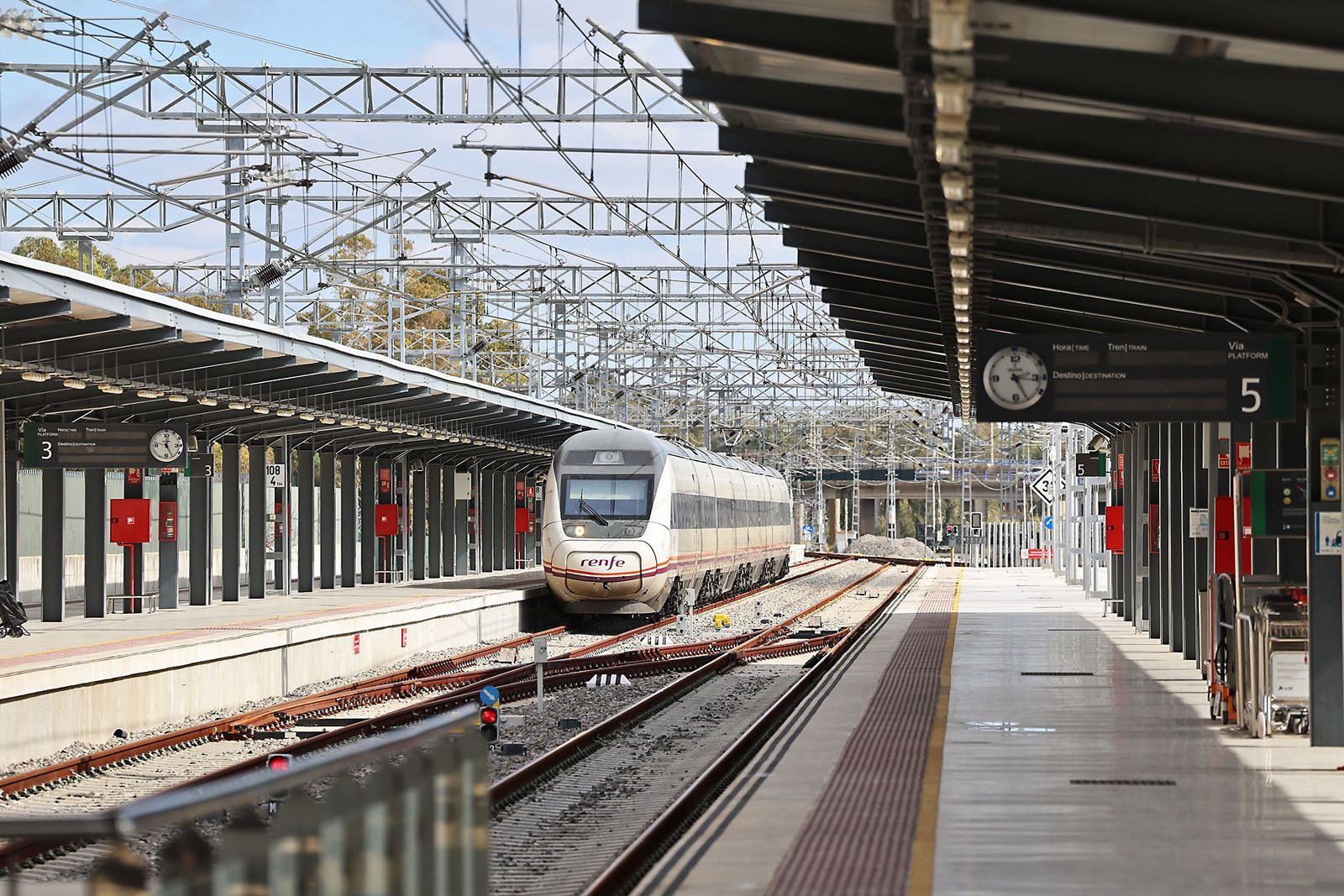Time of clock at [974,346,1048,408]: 3:25
